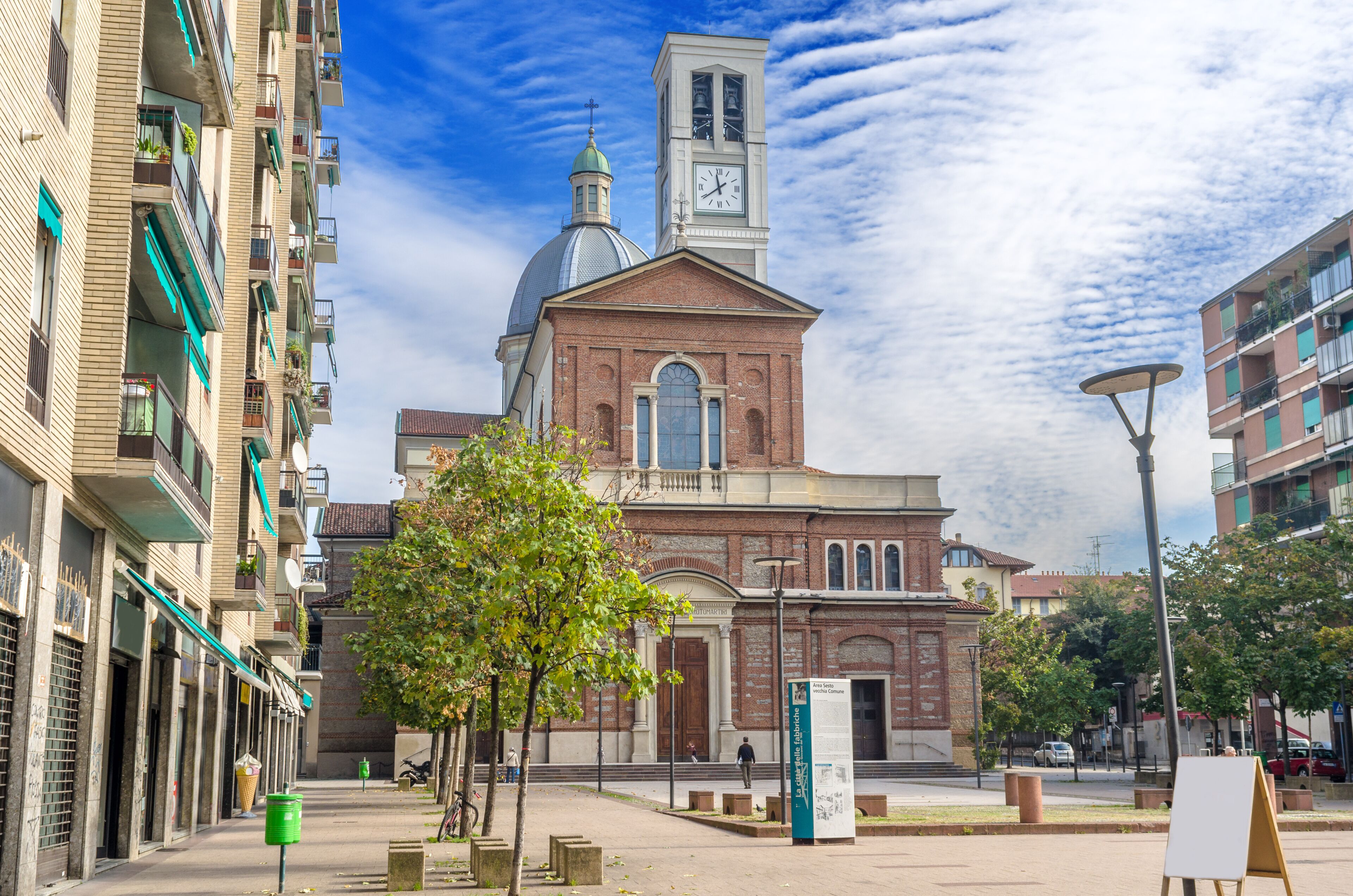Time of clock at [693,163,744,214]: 11:39
